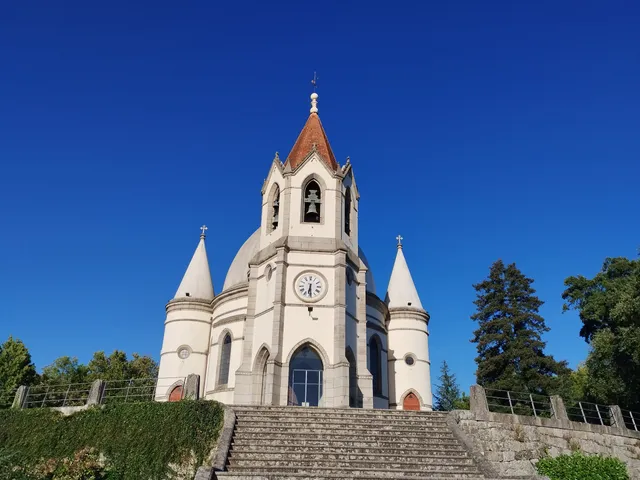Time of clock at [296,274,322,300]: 6:29
